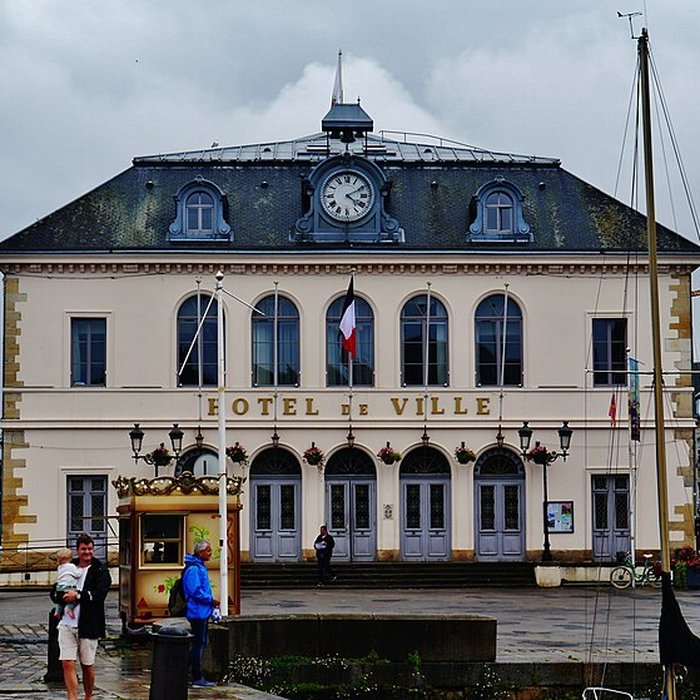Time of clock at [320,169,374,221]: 4:10
